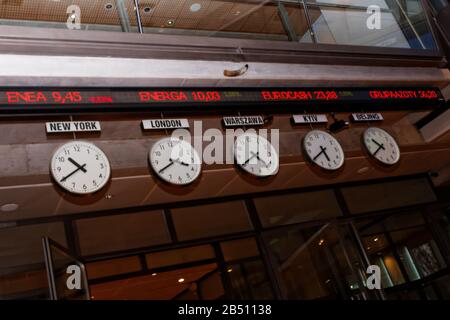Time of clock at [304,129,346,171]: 5:40
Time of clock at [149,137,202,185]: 3:40
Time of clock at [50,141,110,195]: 10:40
